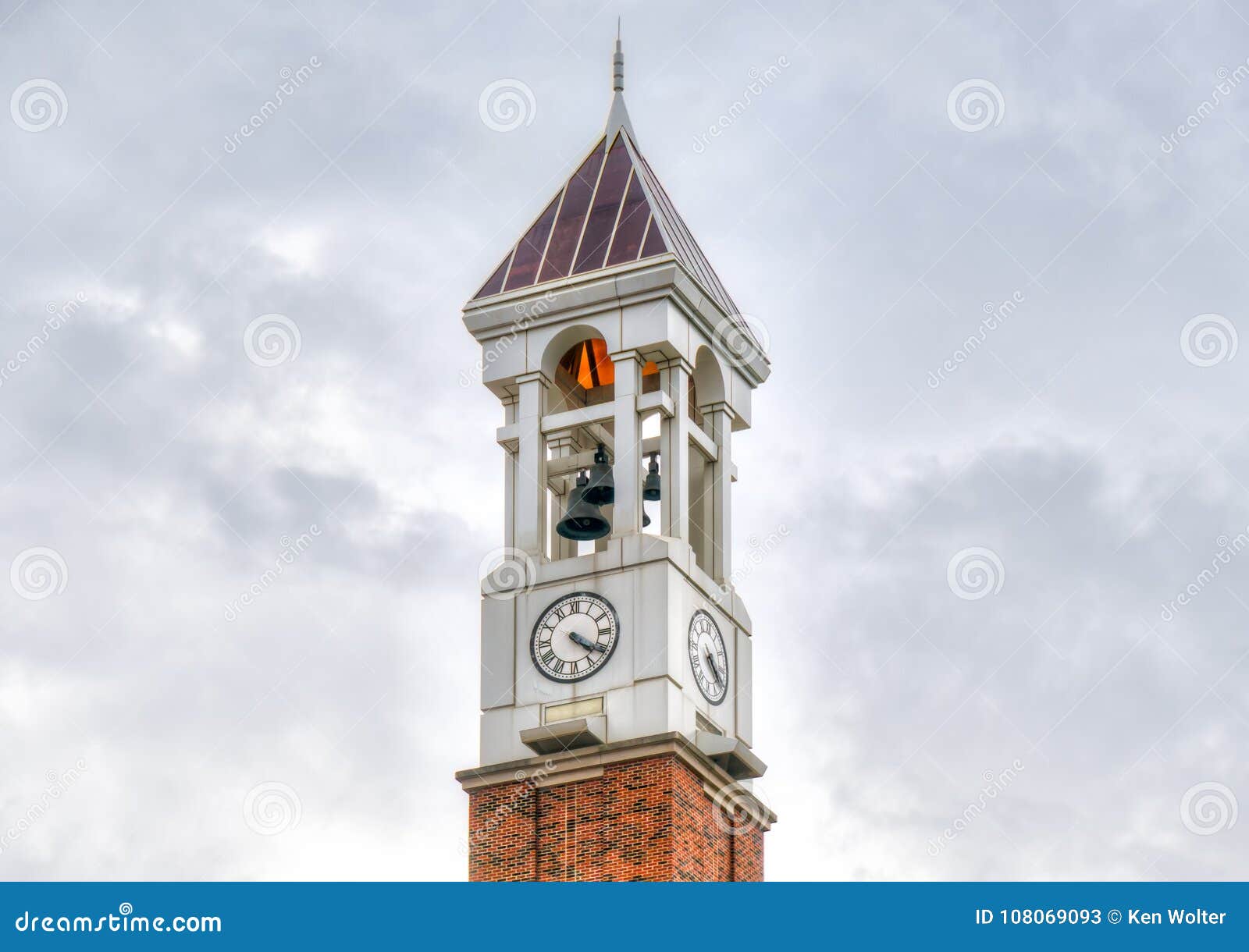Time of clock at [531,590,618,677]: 4:20
